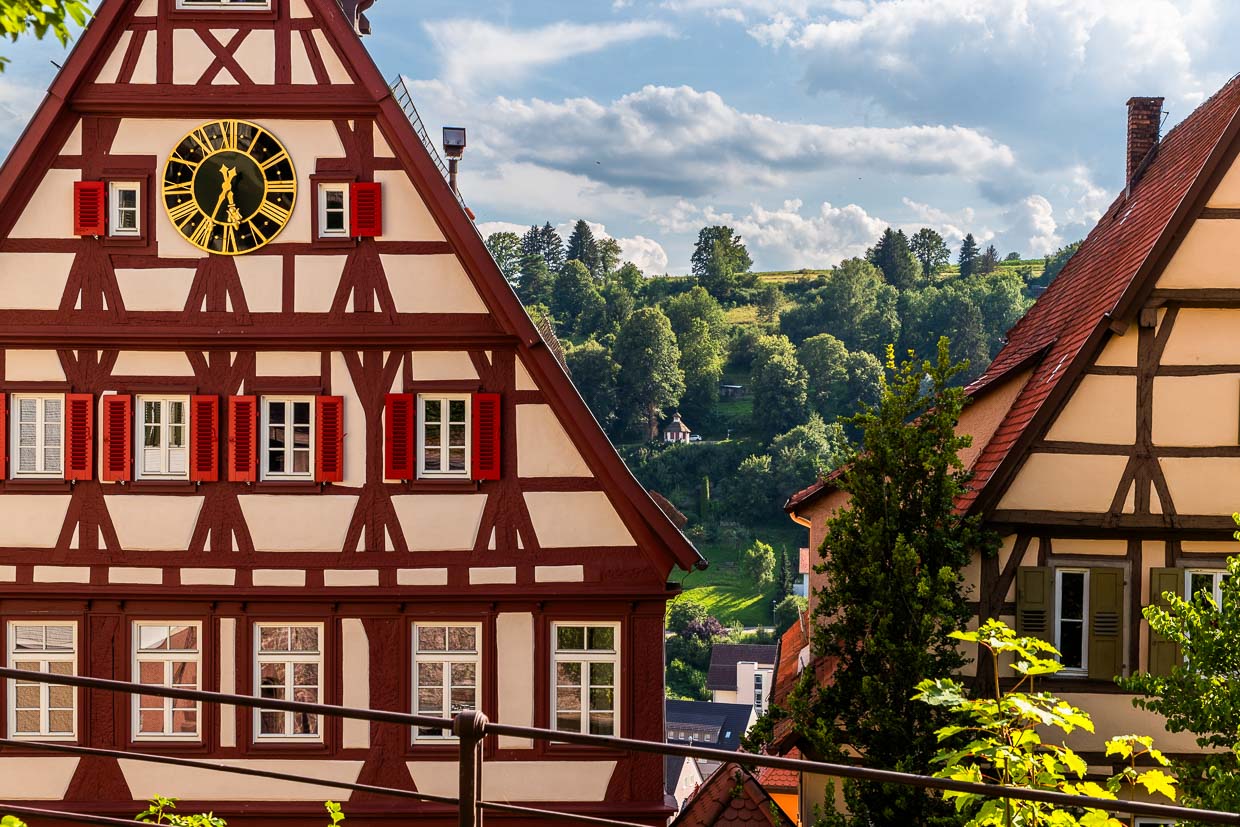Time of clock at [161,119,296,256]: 5:33
